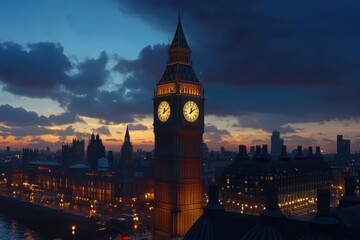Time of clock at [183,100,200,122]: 12:09
